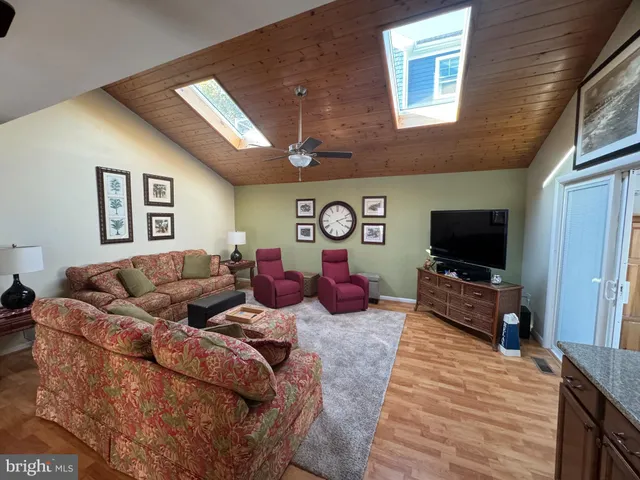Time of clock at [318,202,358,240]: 4:11
